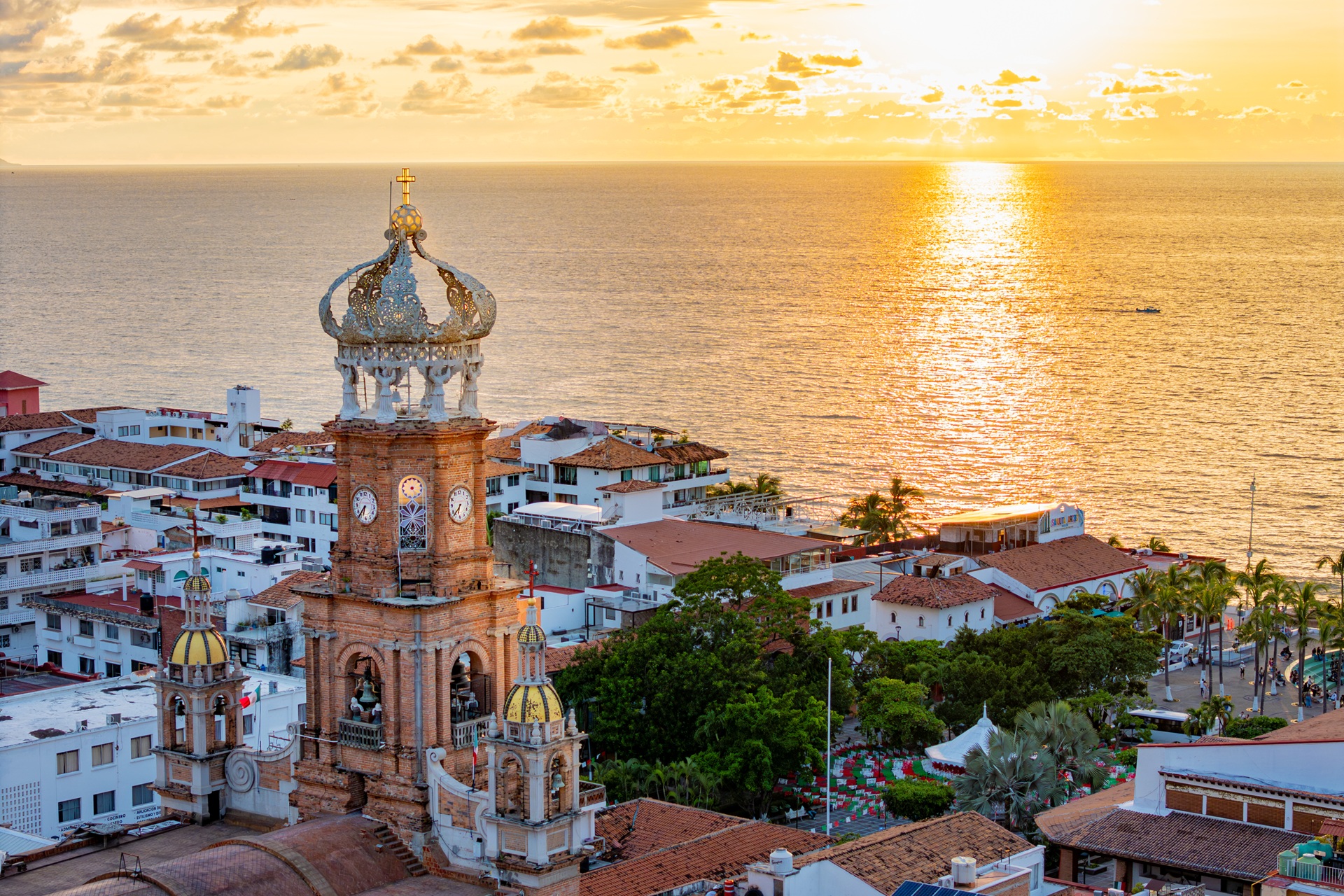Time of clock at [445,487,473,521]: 6:37
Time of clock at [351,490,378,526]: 6:36
